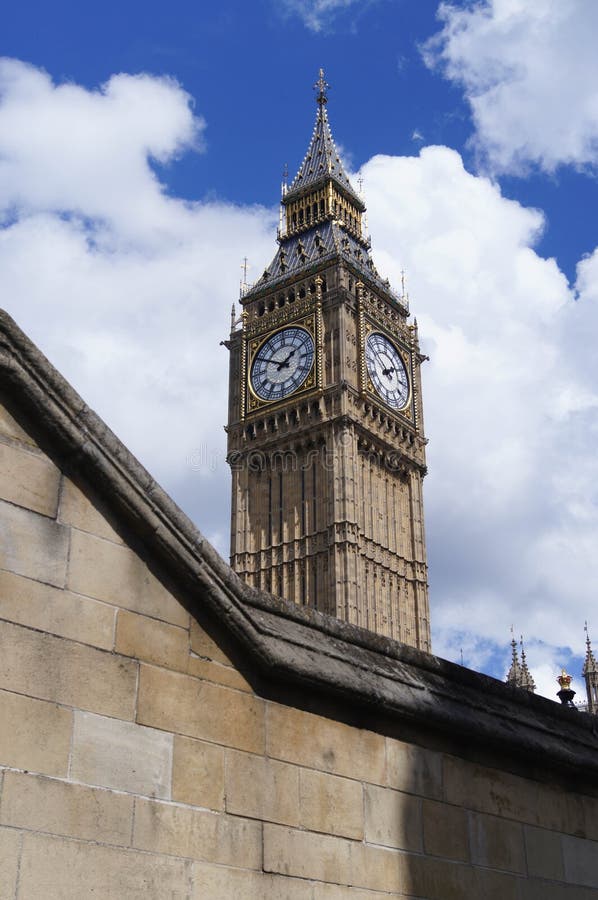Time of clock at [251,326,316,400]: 1:50
